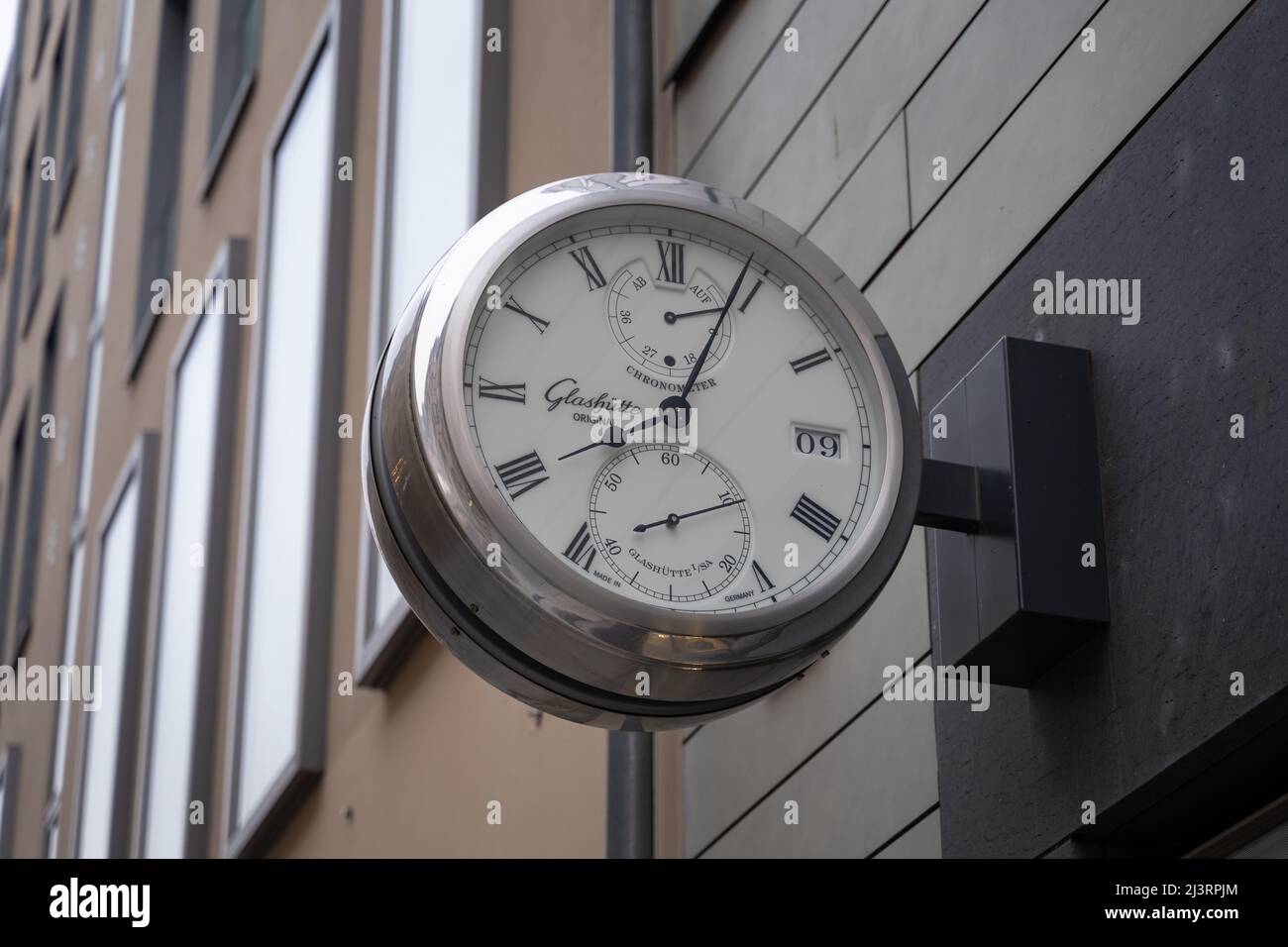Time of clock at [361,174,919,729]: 9:04
